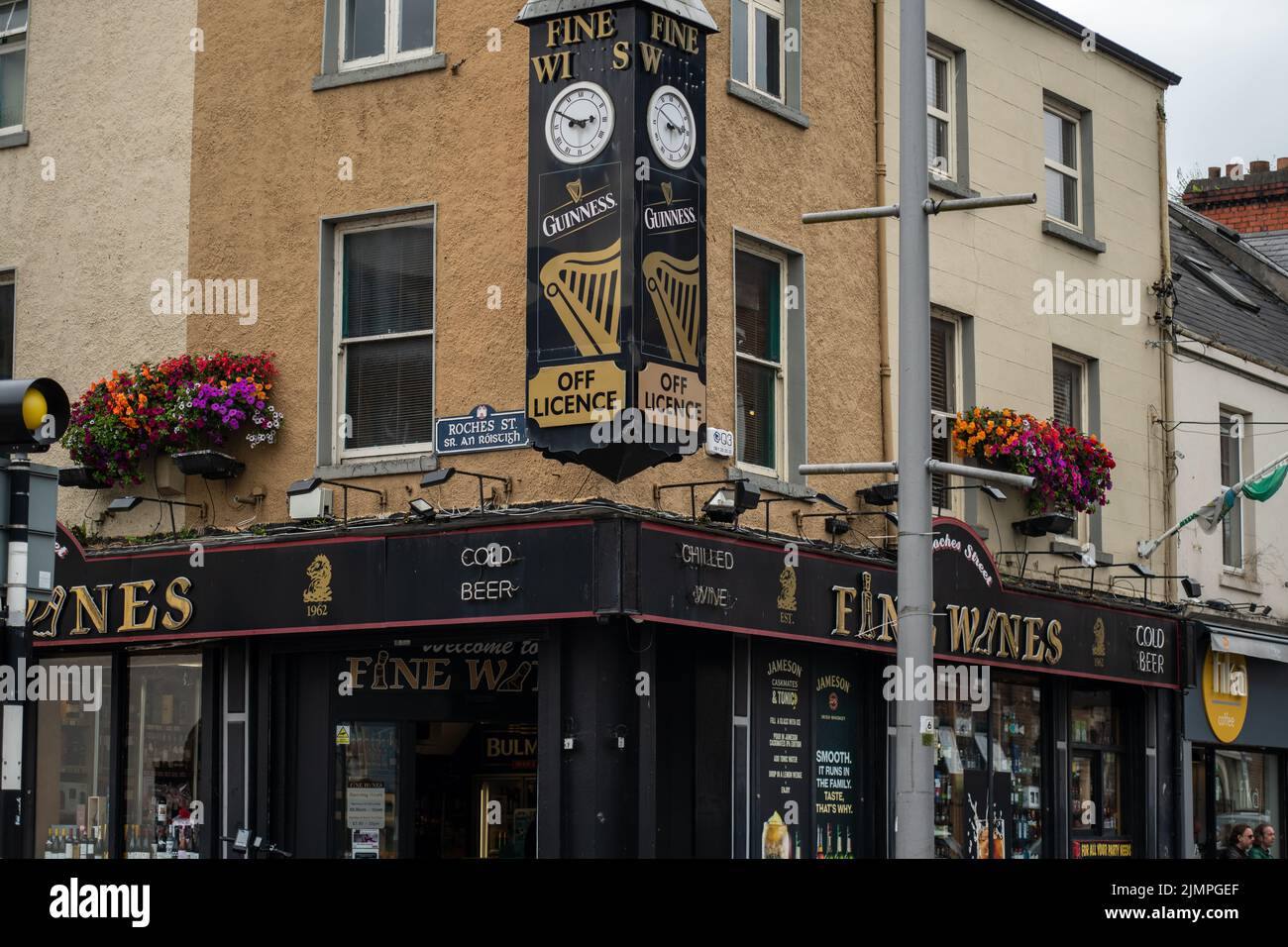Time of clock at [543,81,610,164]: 2:49
